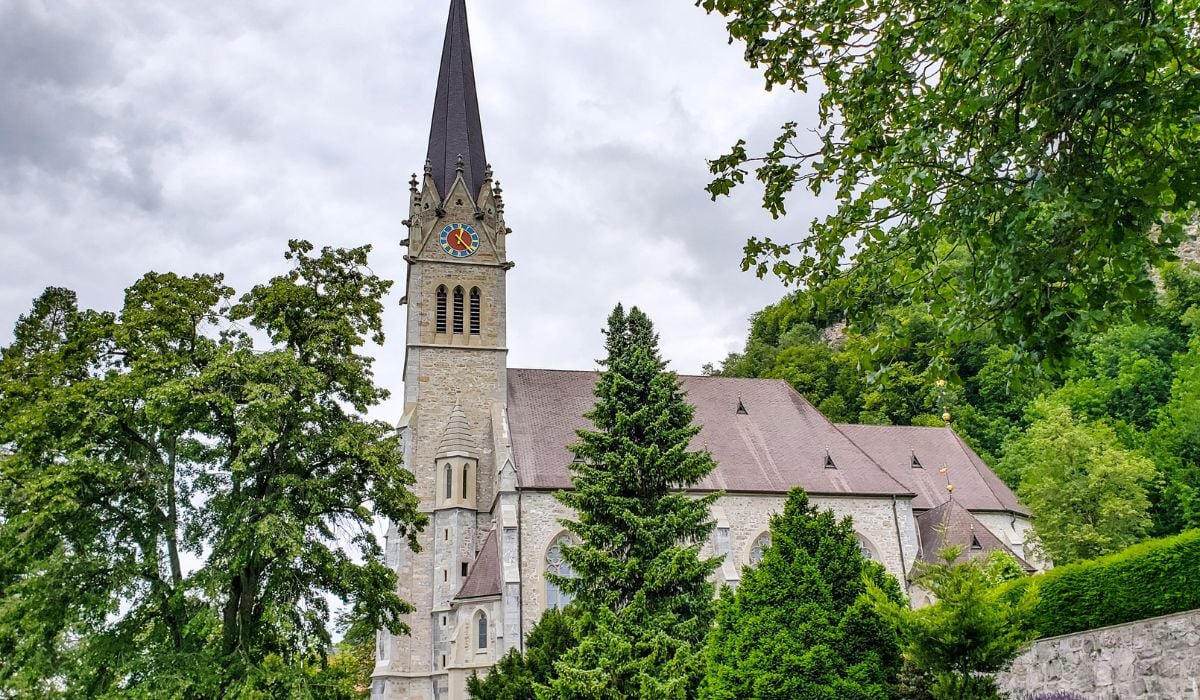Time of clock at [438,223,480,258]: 12:23
